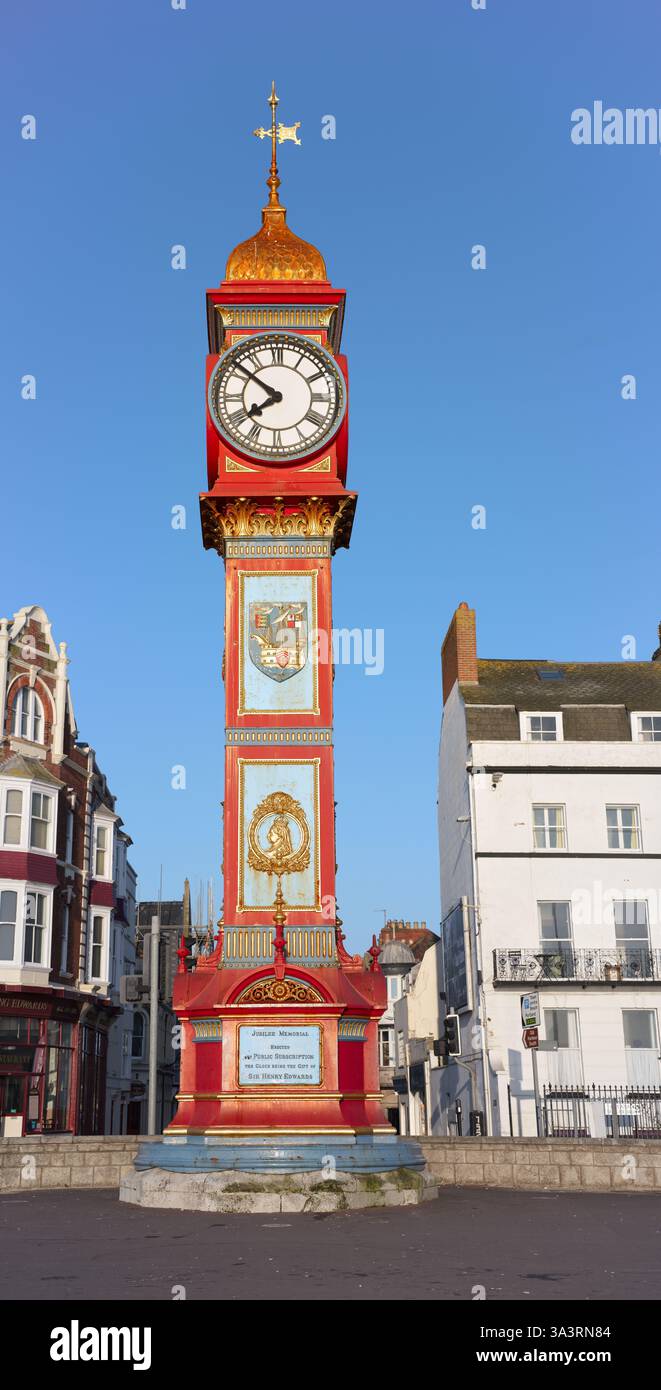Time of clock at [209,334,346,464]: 7:51
